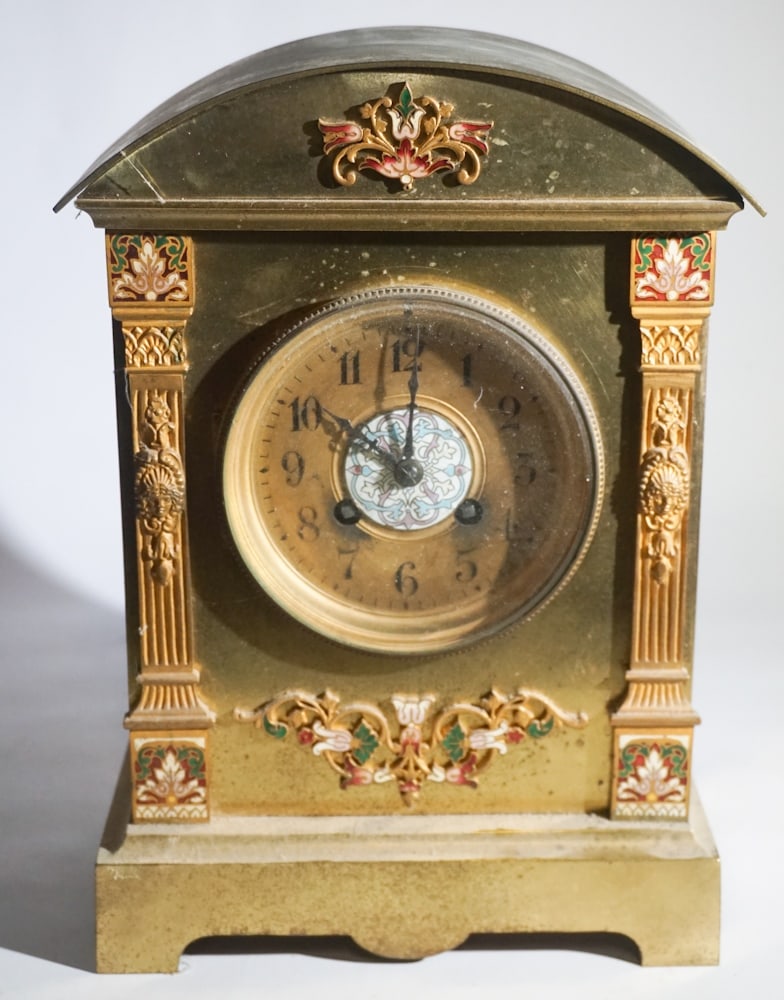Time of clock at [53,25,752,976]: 10:00
